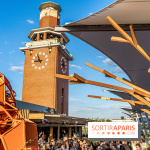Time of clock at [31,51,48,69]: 8:56
